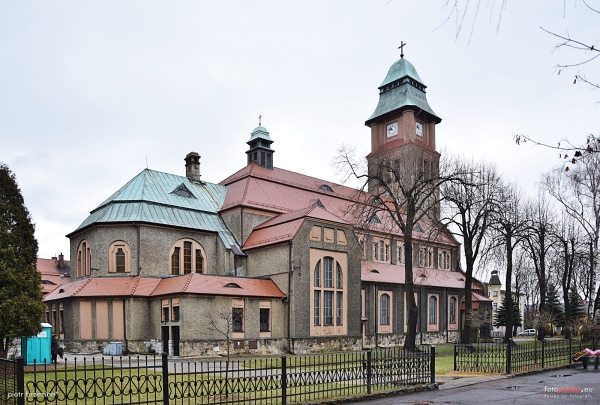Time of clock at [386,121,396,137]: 10:47
